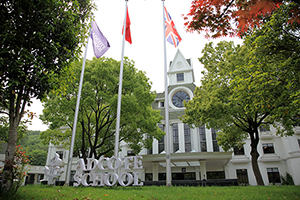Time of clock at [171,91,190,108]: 5:52
